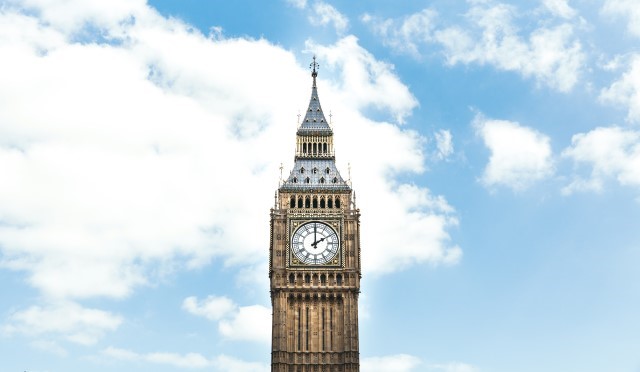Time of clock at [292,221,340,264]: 2:00
